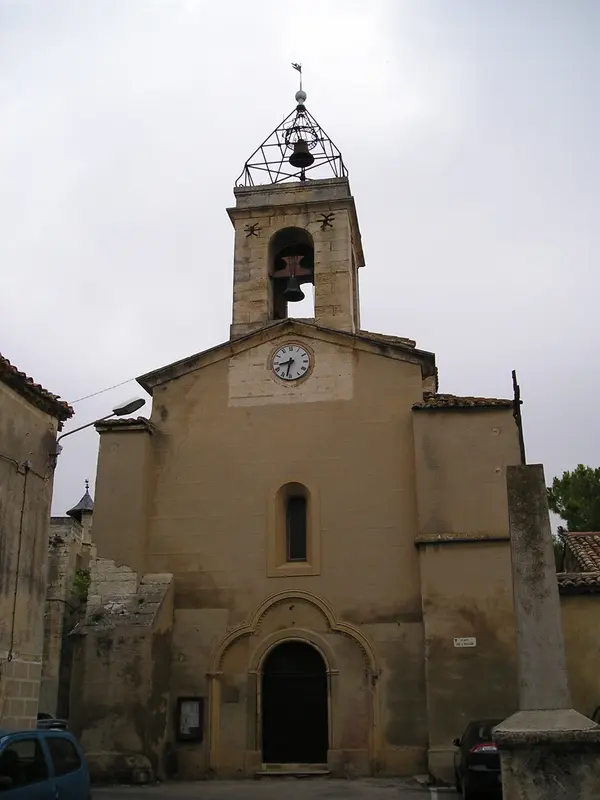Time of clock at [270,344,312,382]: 8:32
